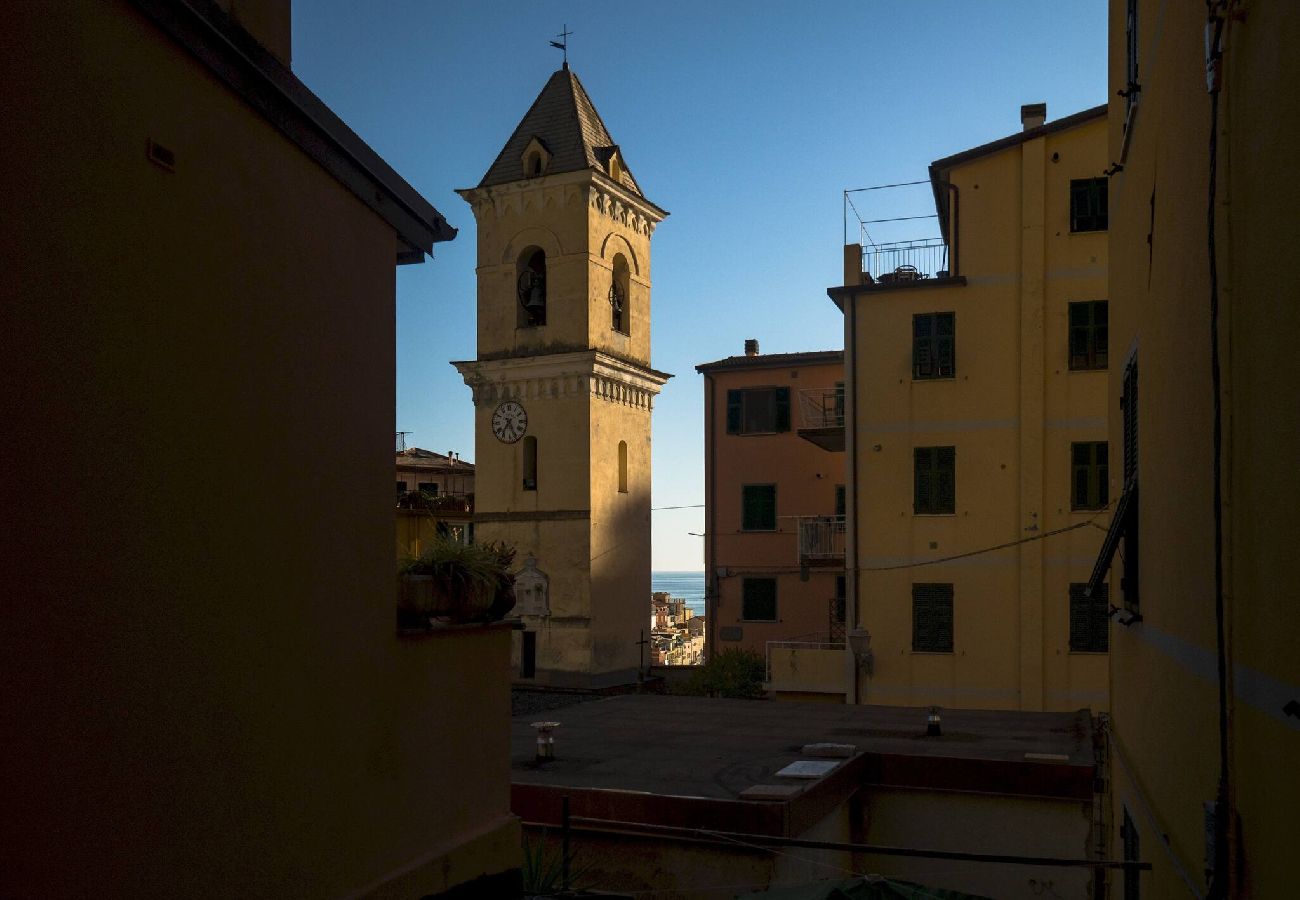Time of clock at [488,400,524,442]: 7:25
